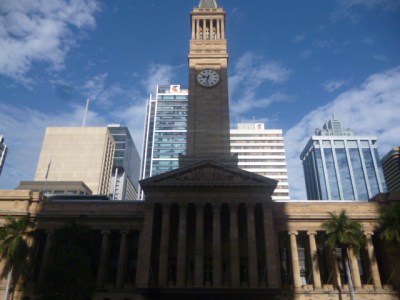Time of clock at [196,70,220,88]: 9:32
